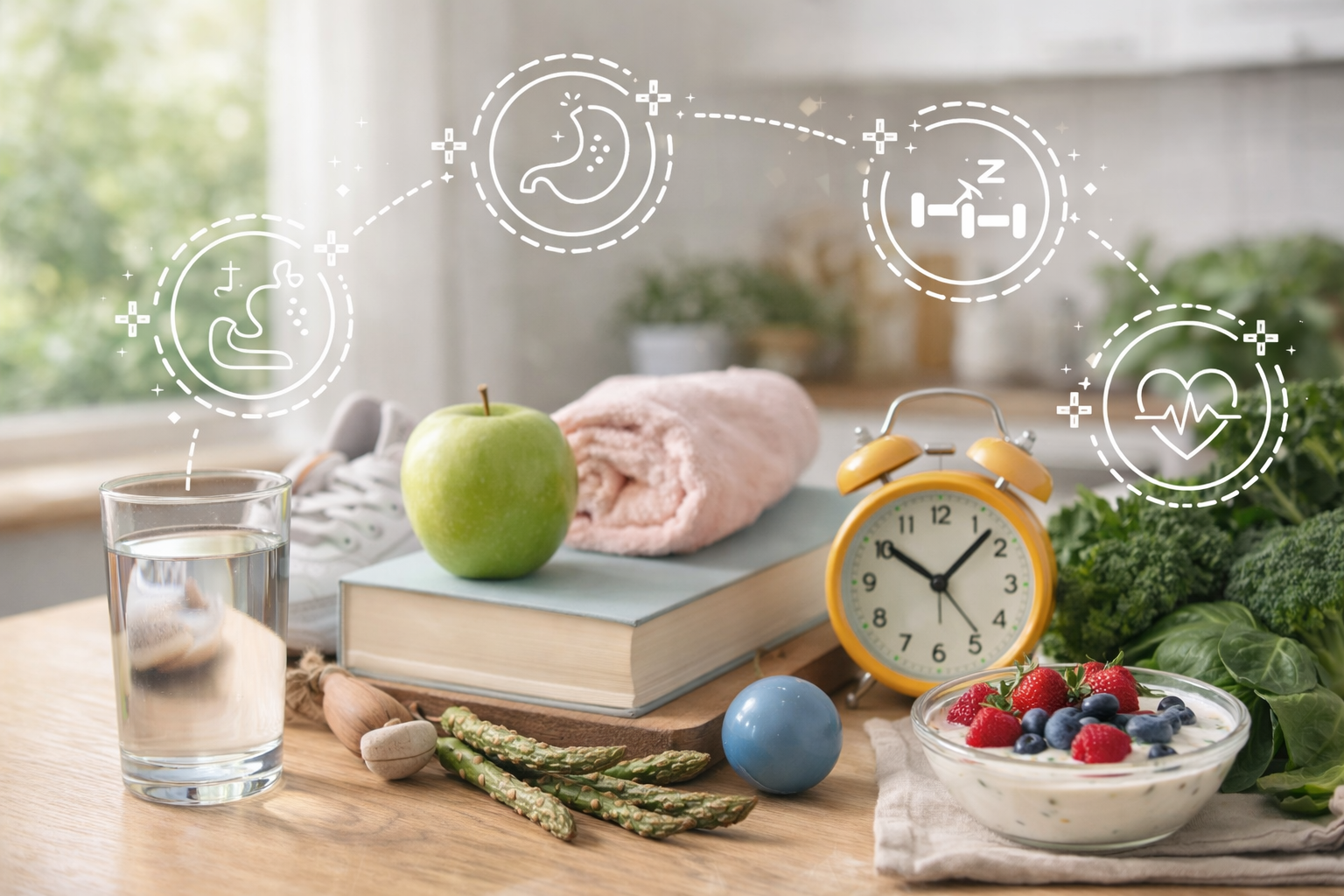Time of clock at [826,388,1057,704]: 10:07
